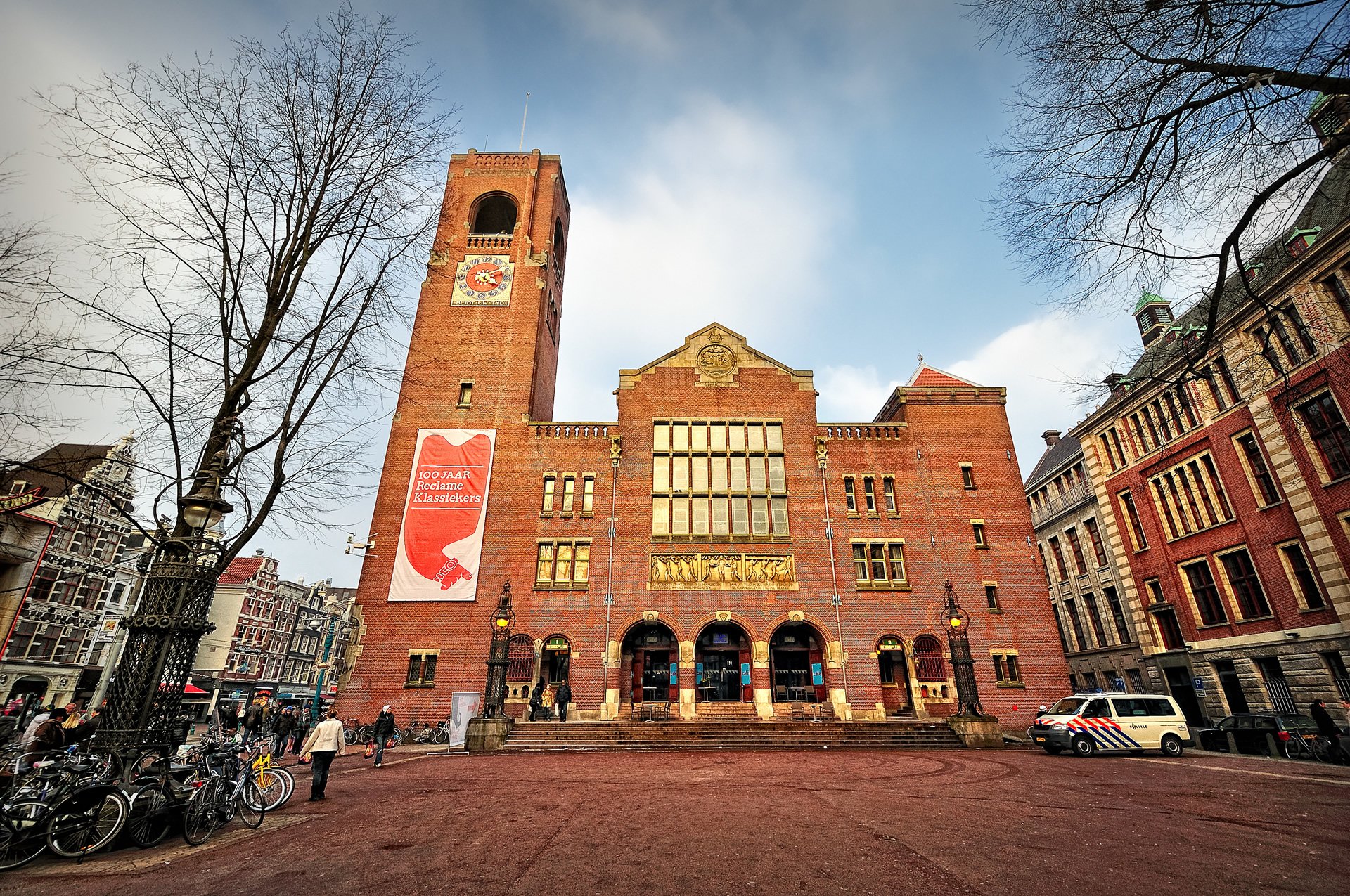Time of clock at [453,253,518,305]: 4:10
